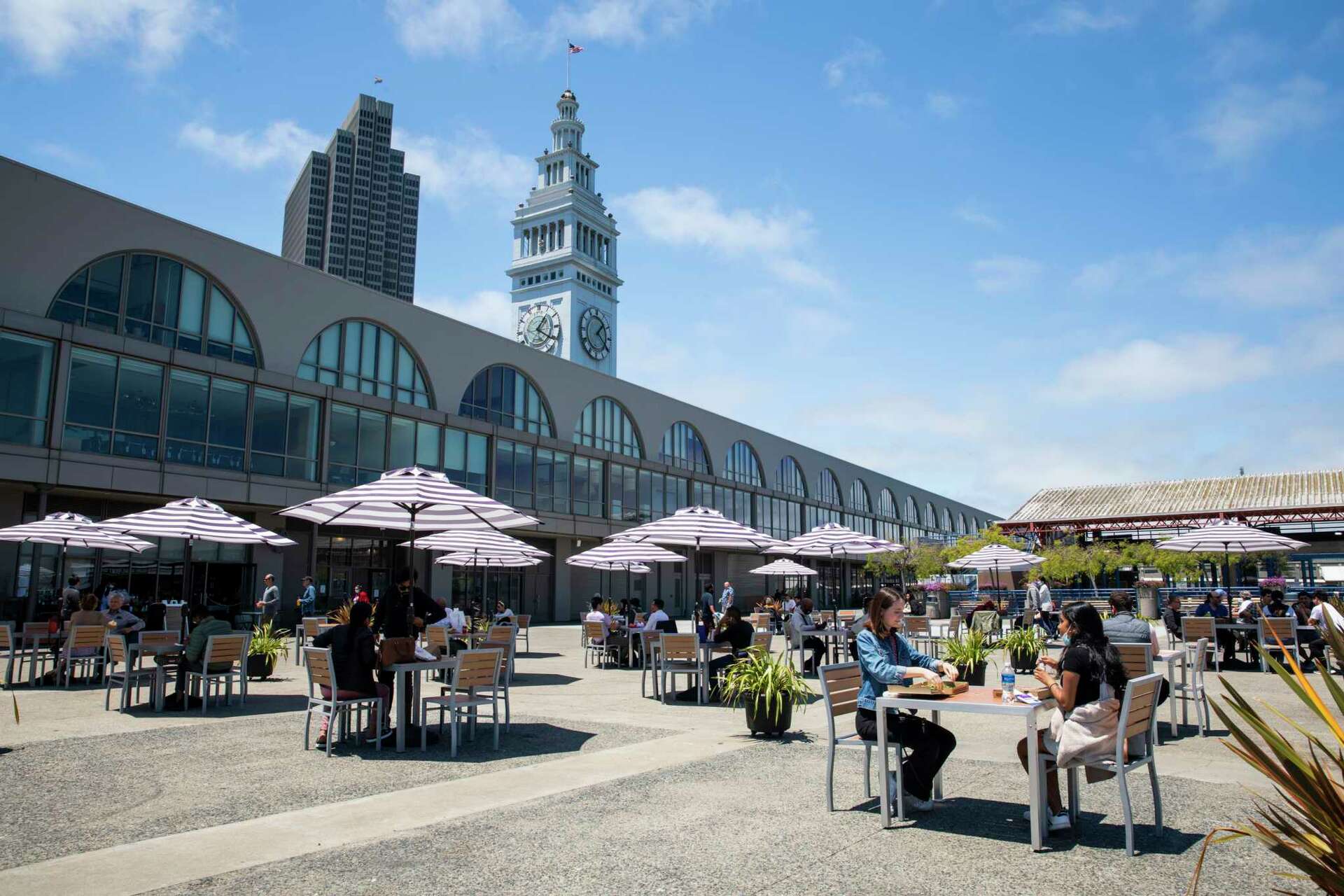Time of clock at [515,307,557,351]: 1:20
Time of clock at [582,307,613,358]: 1:20
